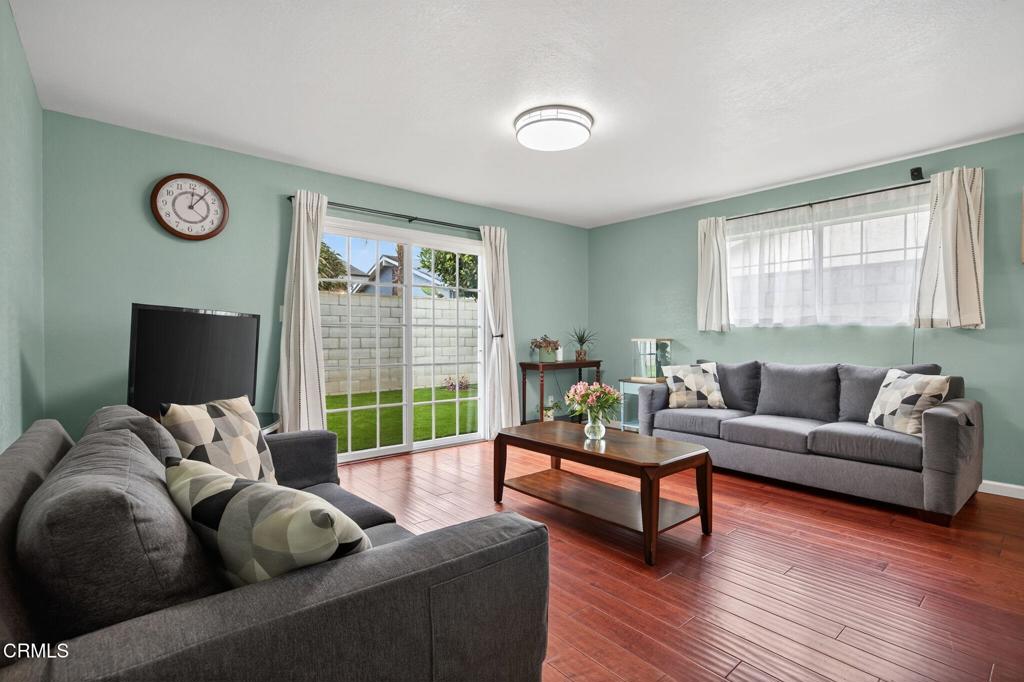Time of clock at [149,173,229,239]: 12:06
